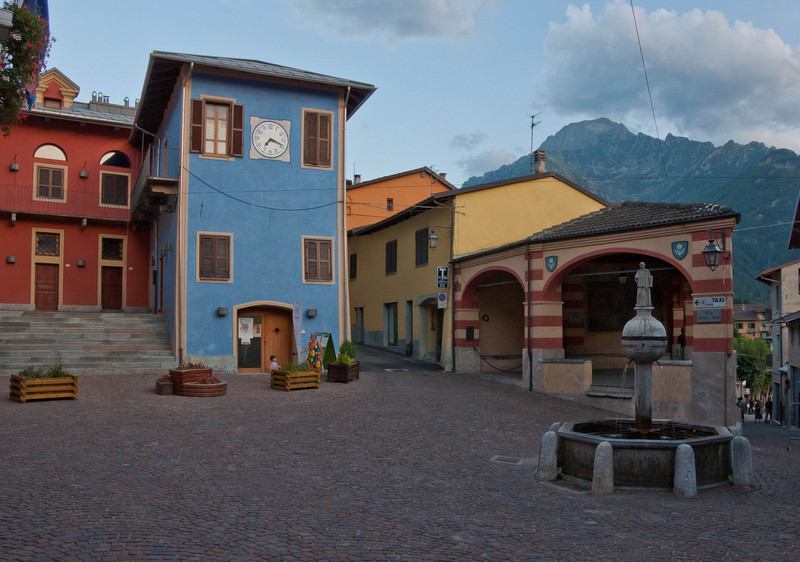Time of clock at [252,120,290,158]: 7:18
